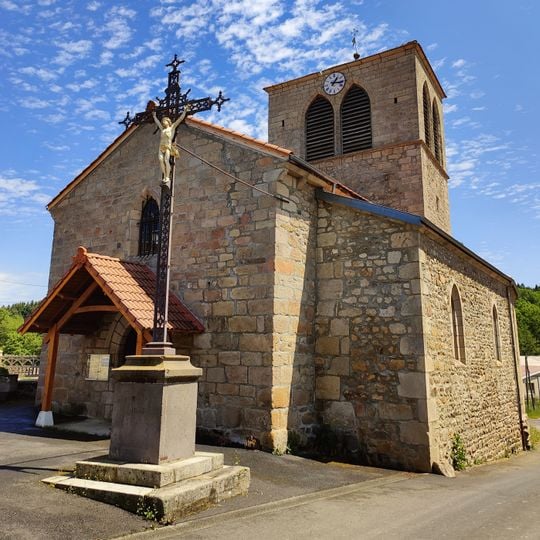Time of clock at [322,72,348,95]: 1:16
